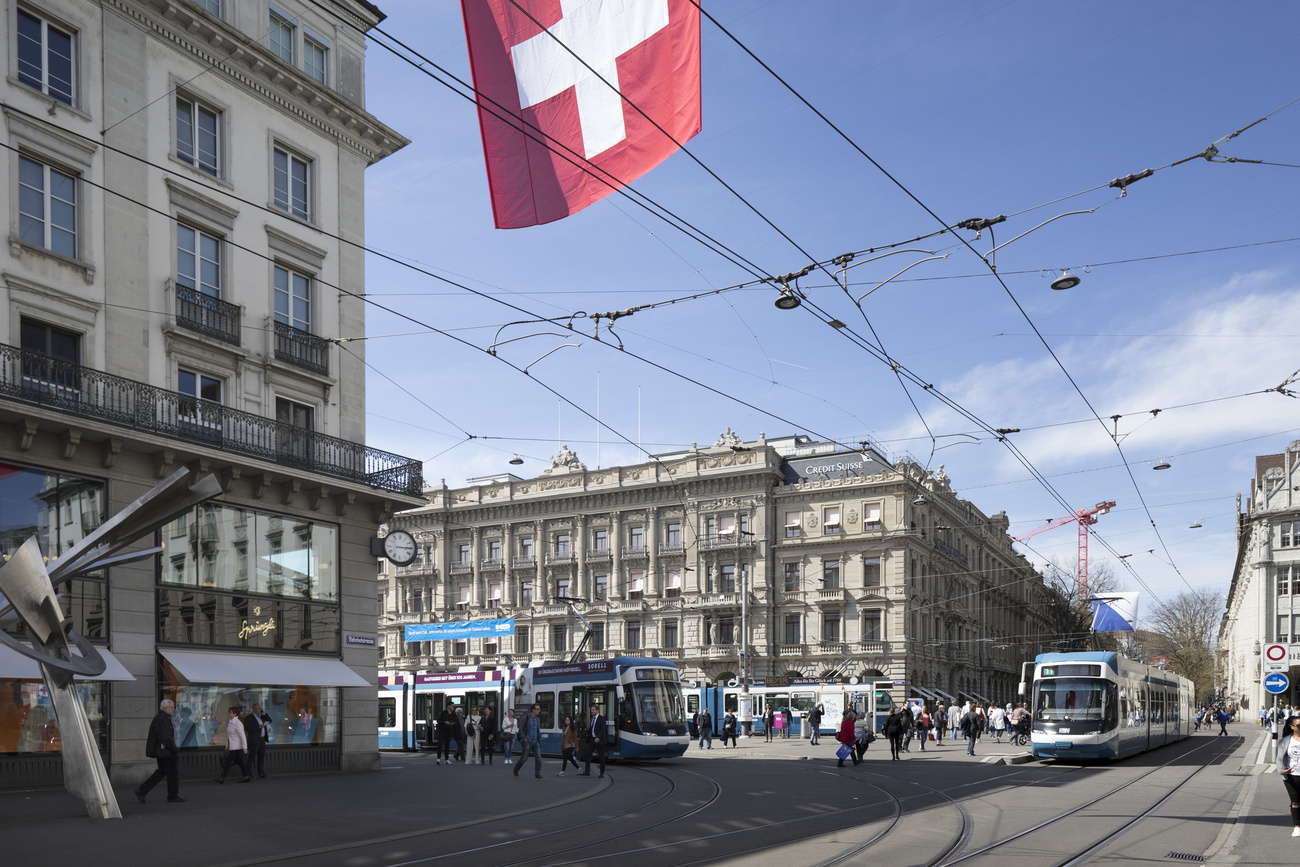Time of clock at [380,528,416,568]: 3:14
